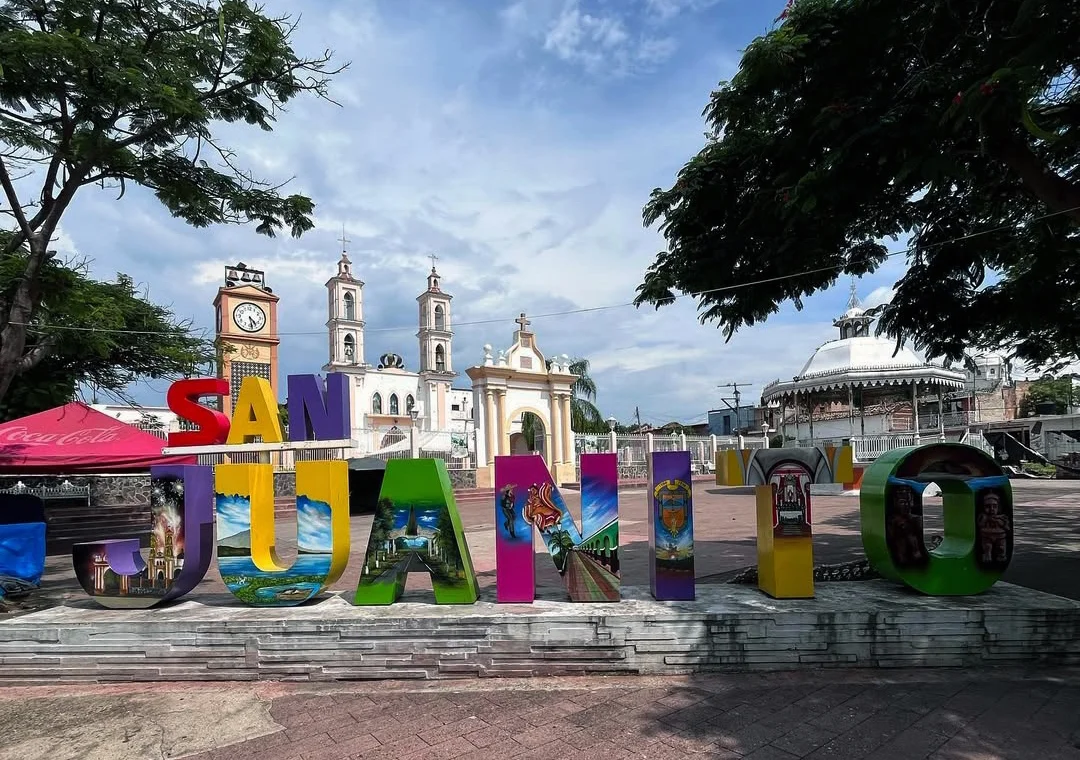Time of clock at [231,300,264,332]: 4:28
